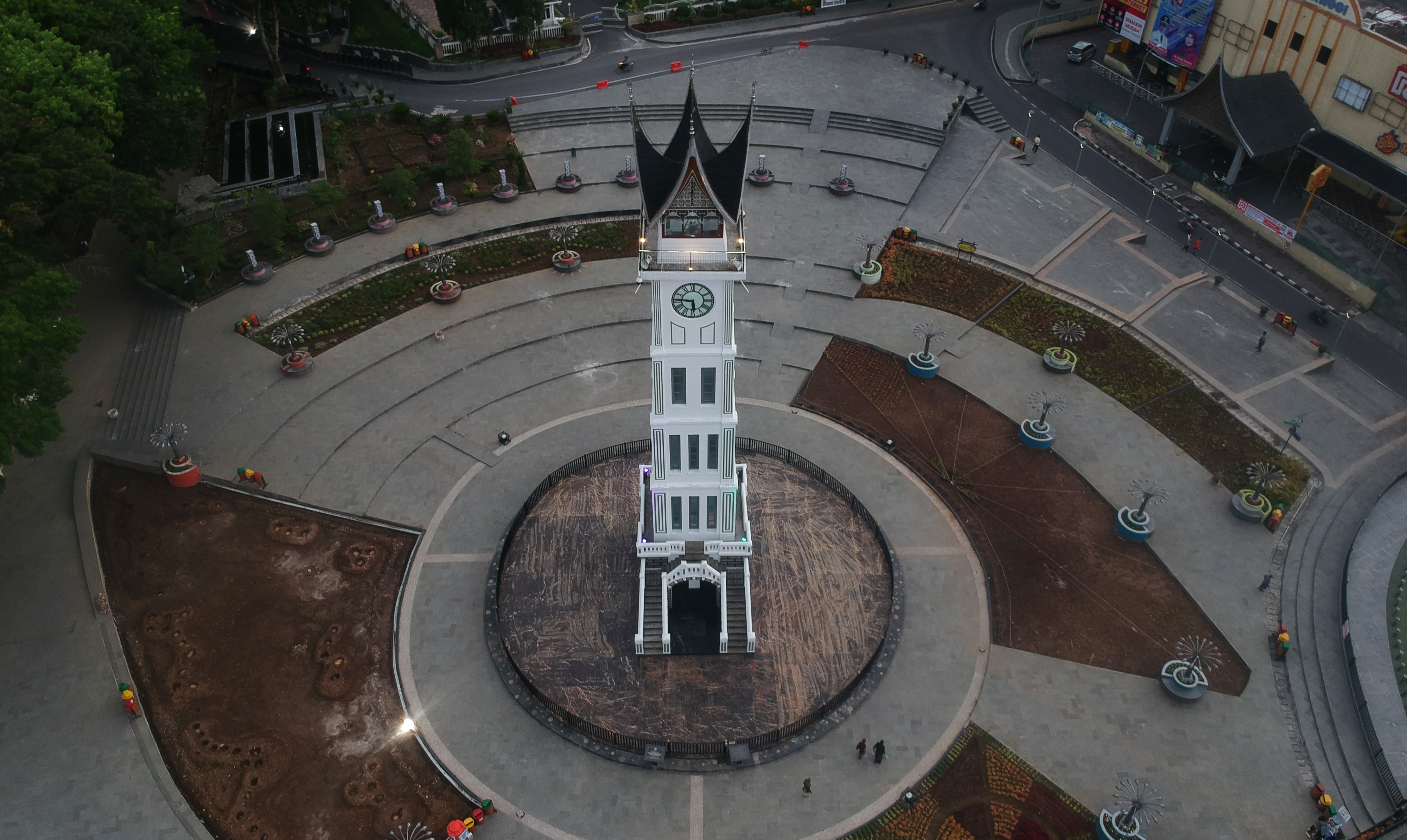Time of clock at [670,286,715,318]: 5:45
